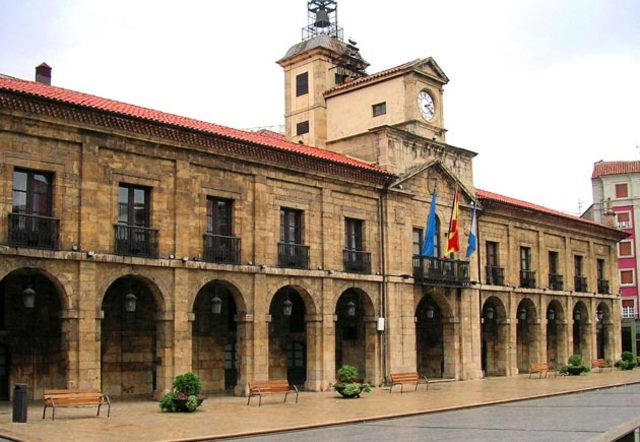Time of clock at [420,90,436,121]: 2:21
